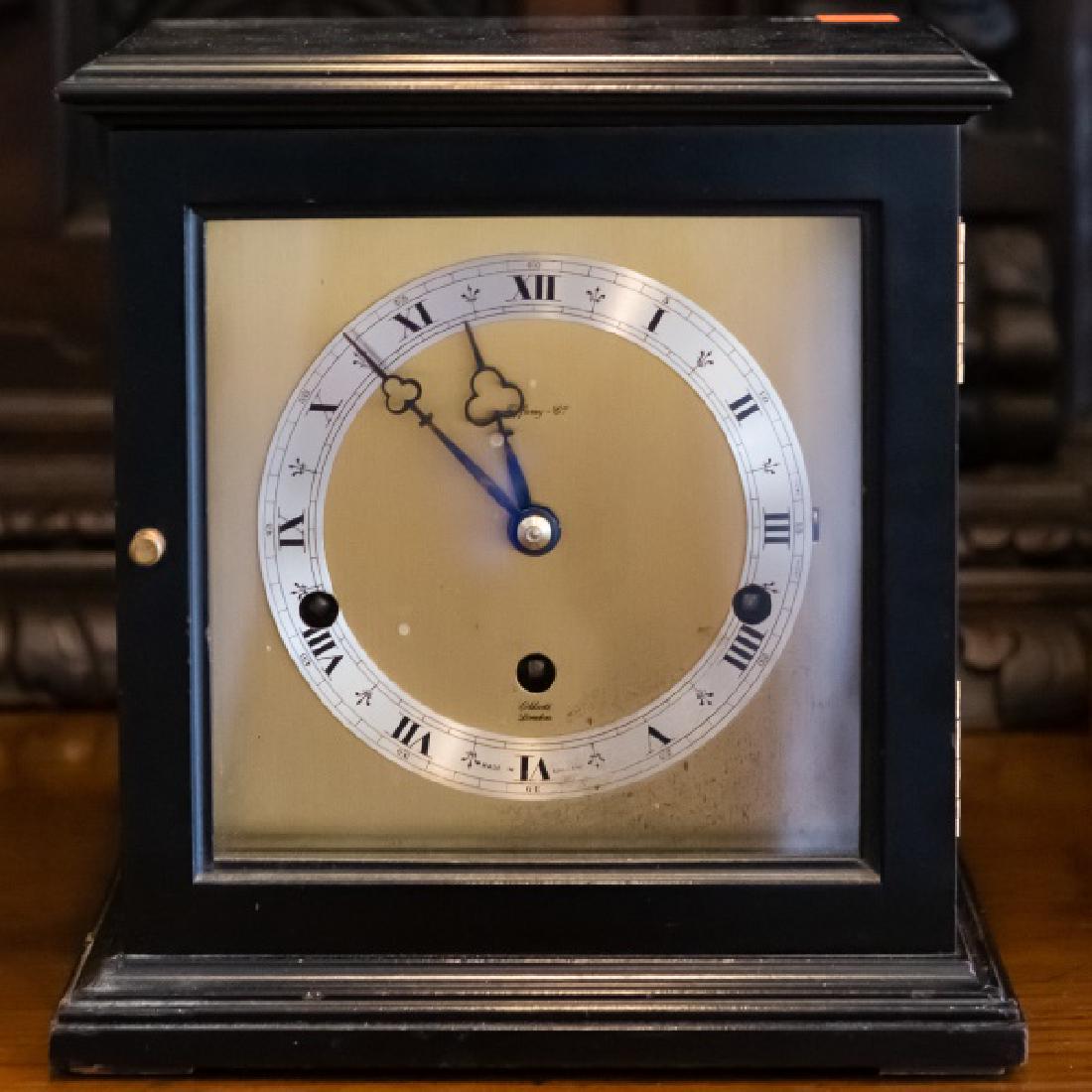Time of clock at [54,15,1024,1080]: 11:52
